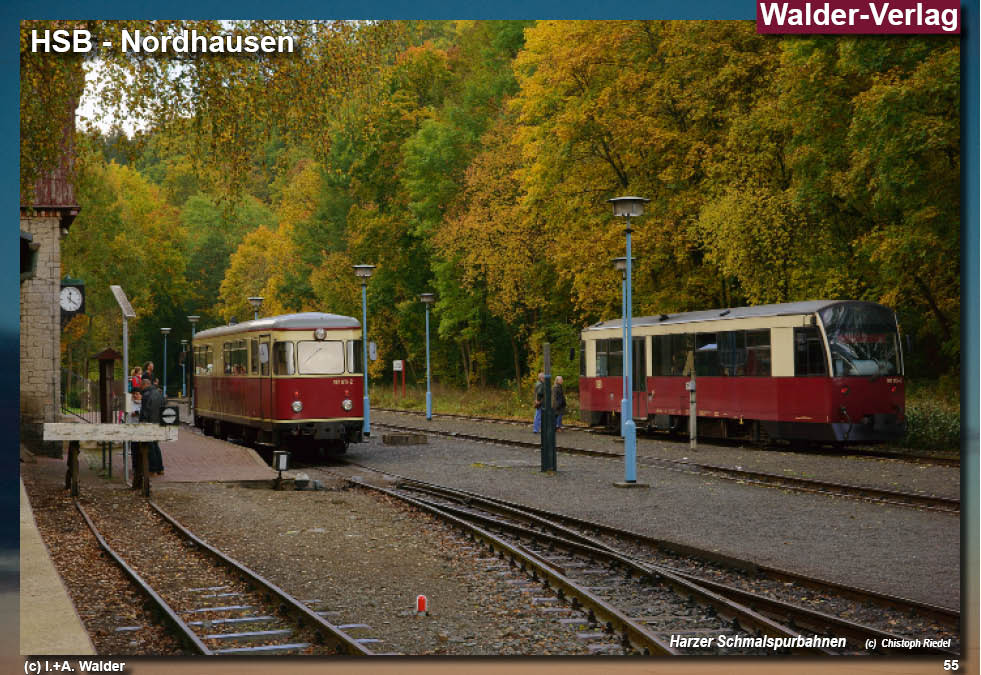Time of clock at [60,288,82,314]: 12:21
